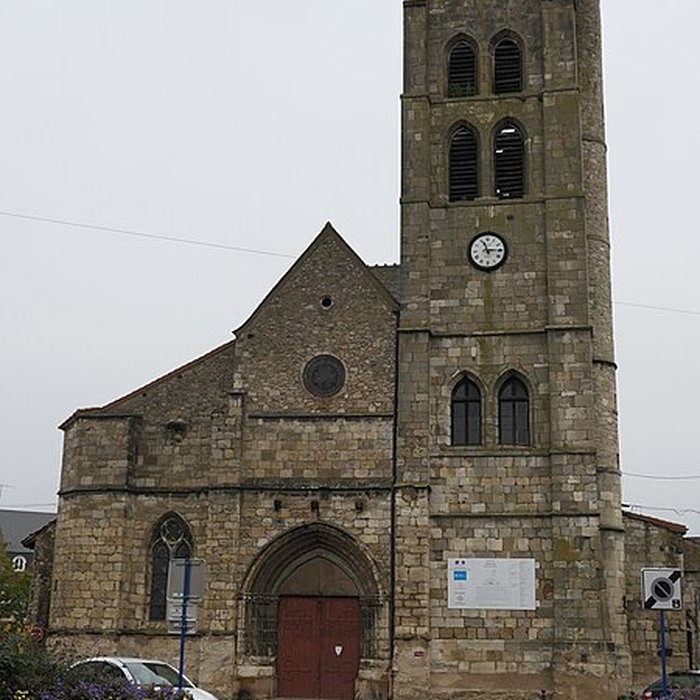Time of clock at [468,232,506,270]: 11:14
